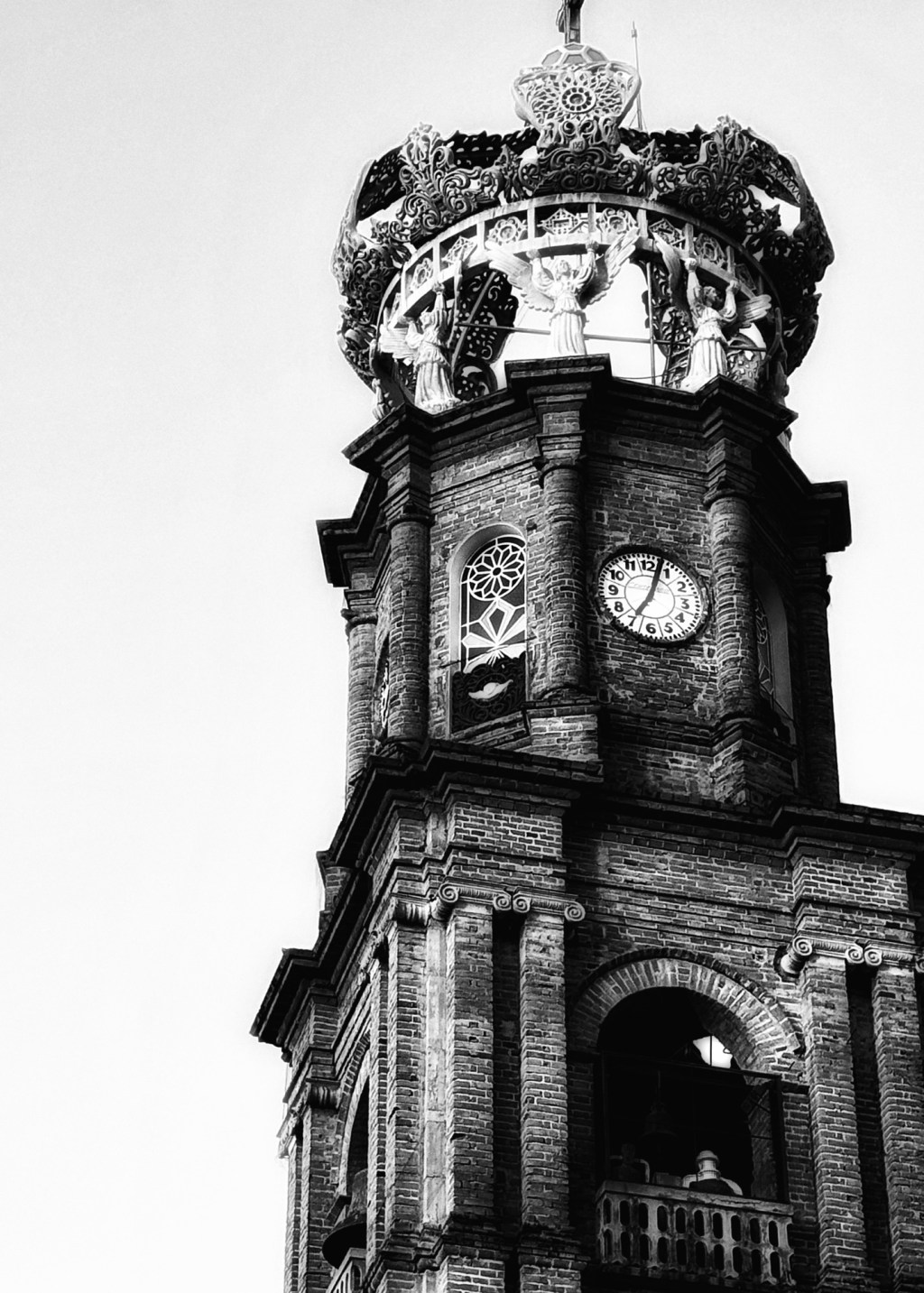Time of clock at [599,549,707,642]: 7:03
